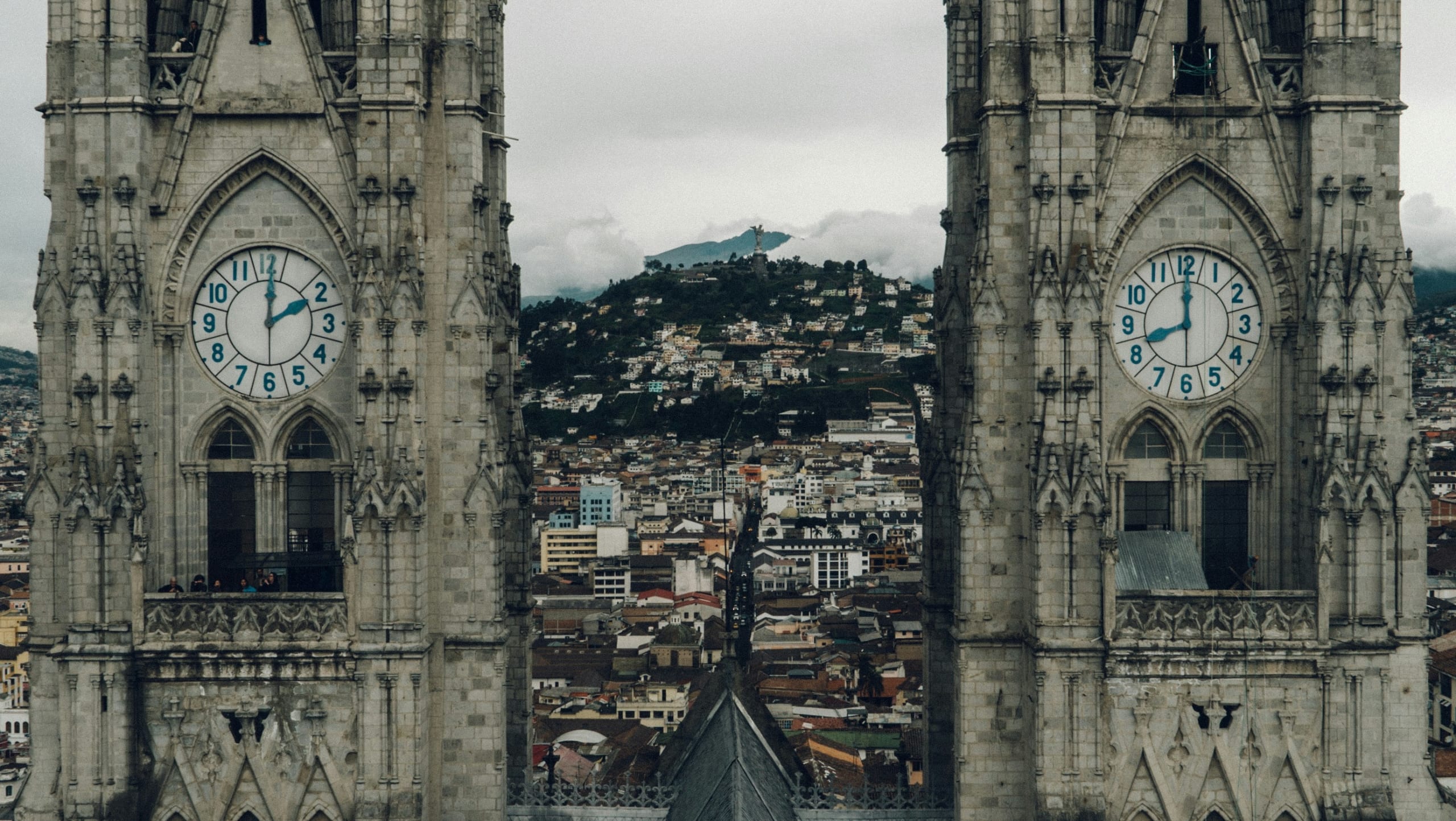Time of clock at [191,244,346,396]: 2:01
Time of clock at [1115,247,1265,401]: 12:00
